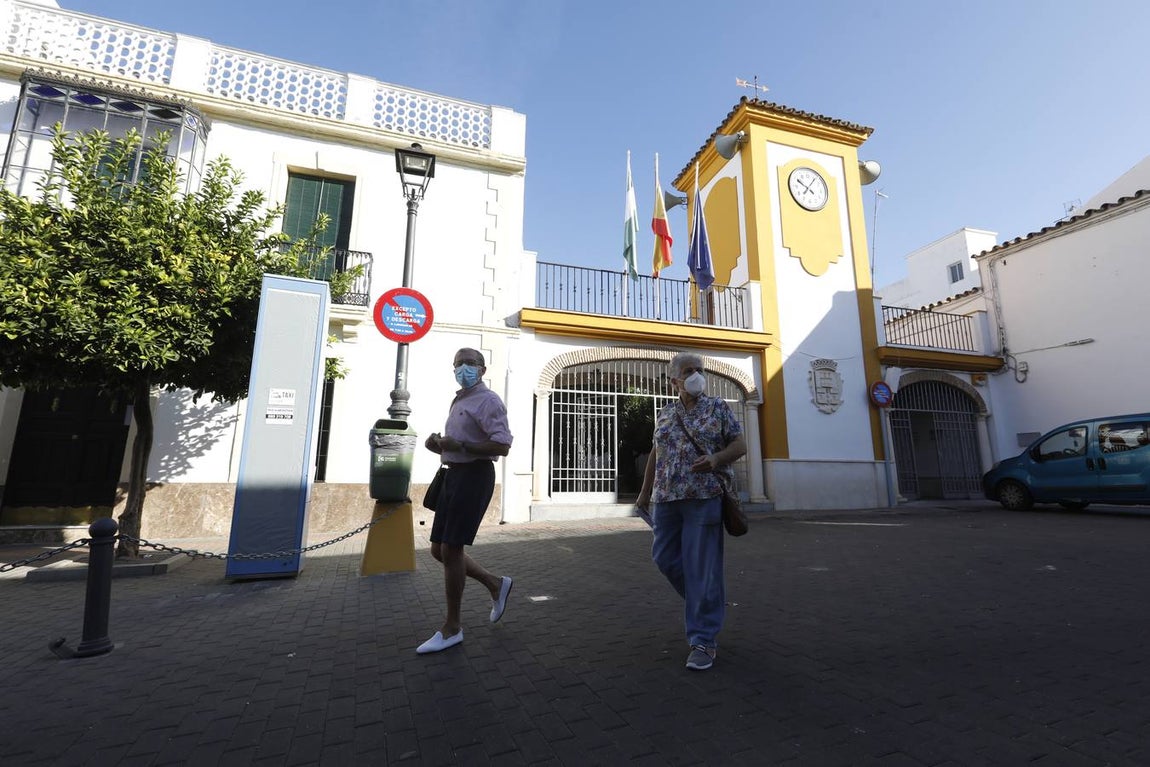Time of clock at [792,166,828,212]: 10:06
